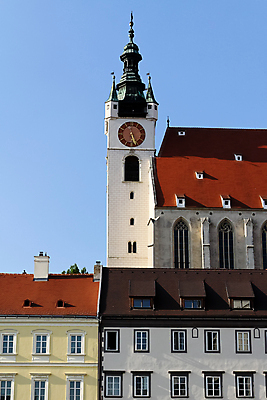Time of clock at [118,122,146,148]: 5:26
